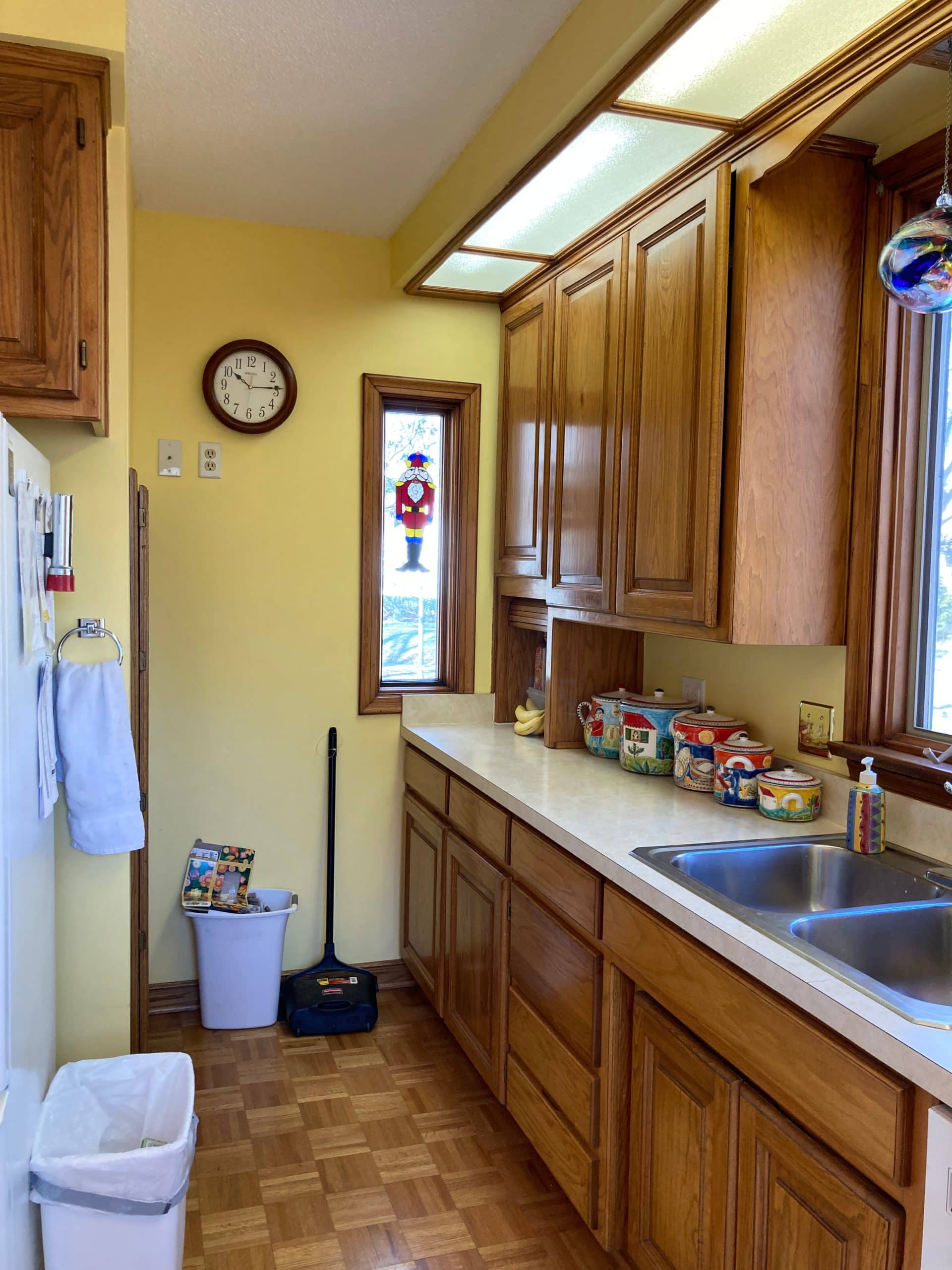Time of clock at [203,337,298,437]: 10:14
